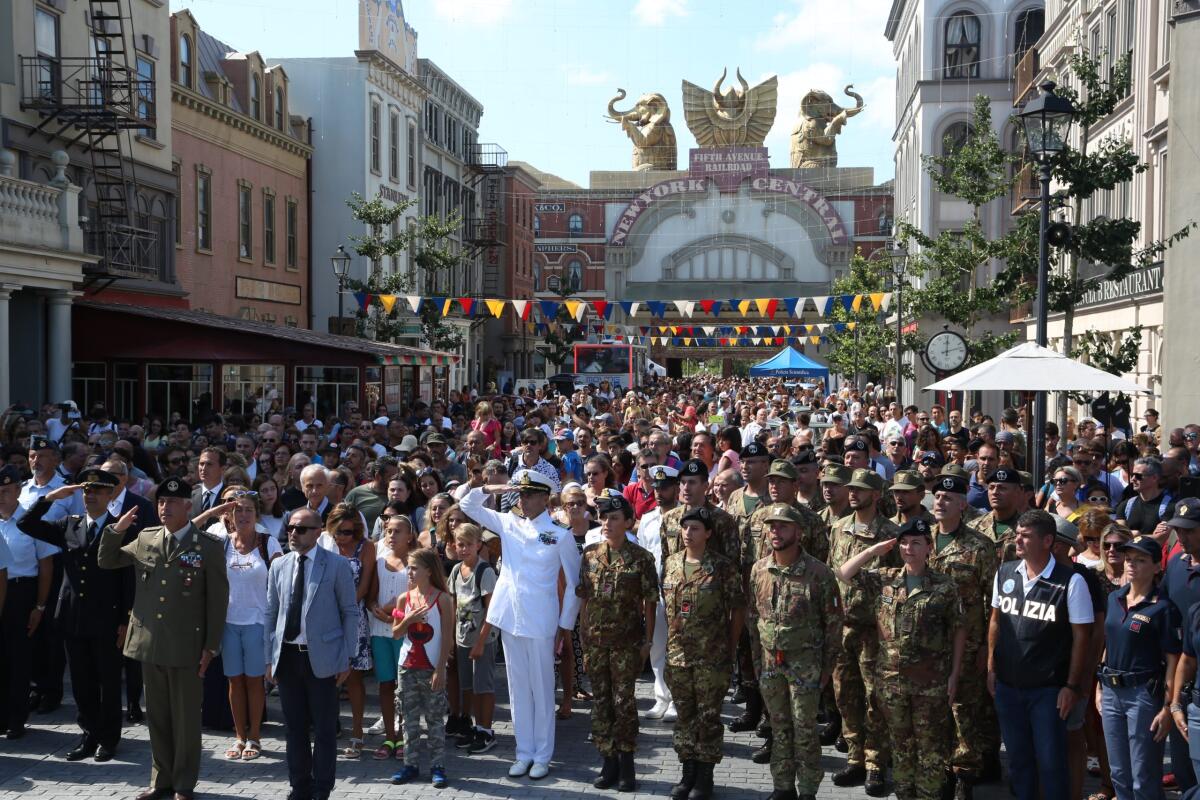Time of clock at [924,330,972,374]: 12:12
